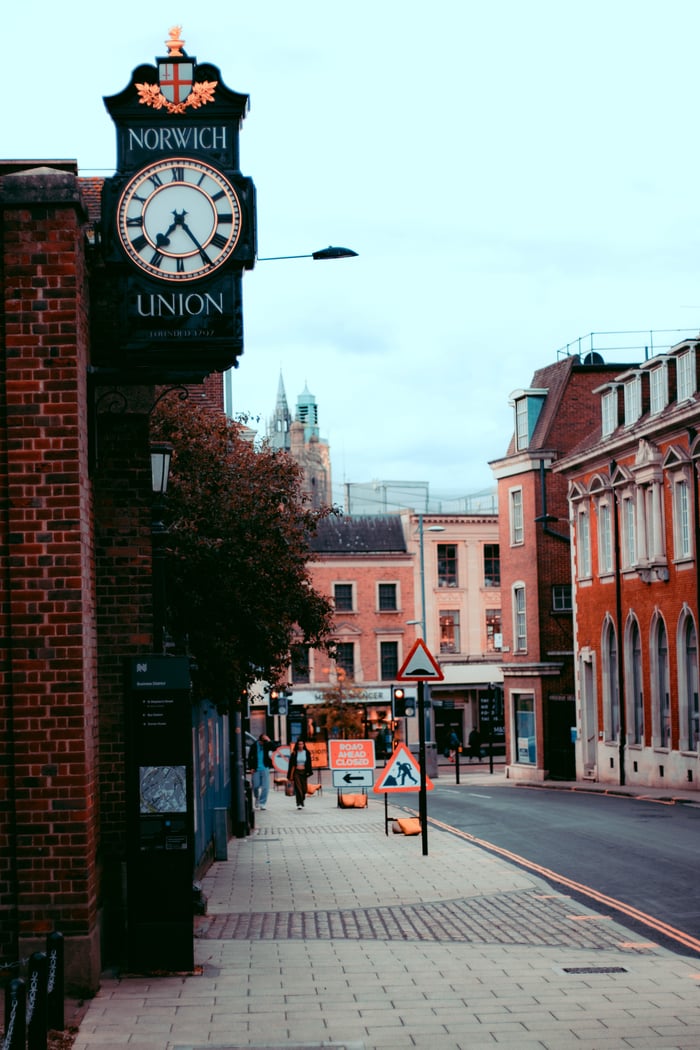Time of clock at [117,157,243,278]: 7:24
